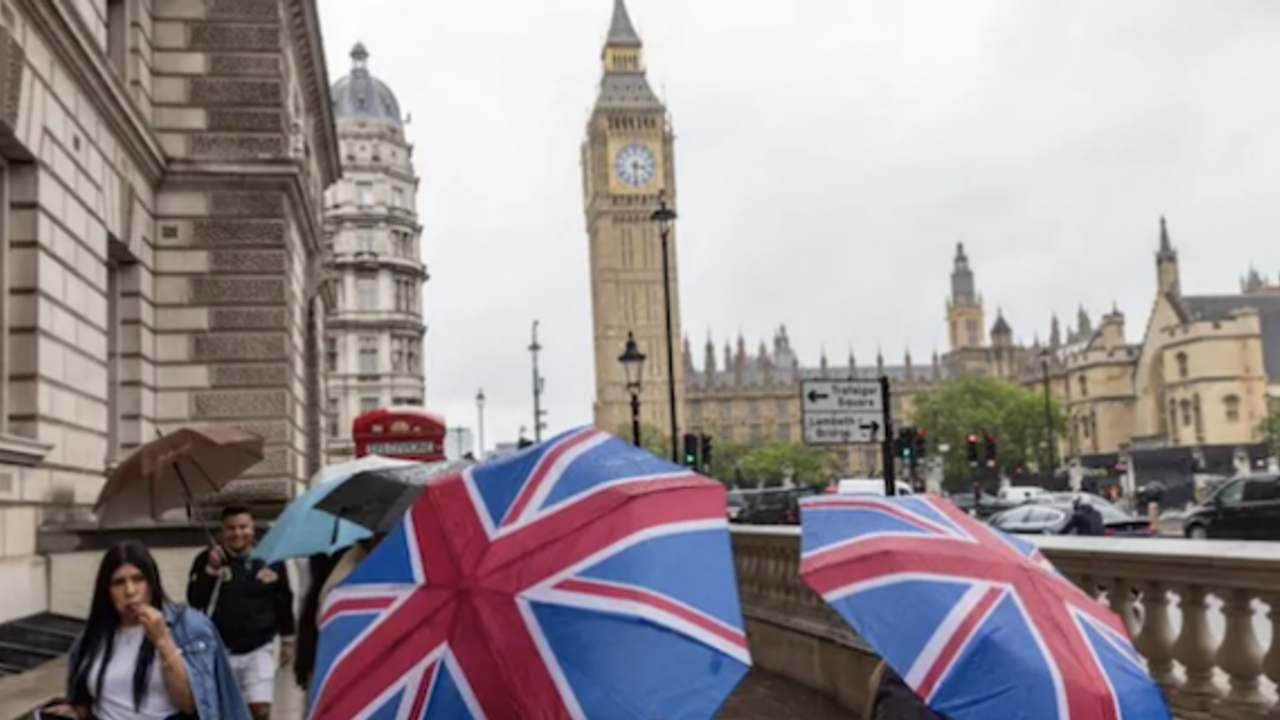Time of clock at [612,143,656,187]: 3:30
